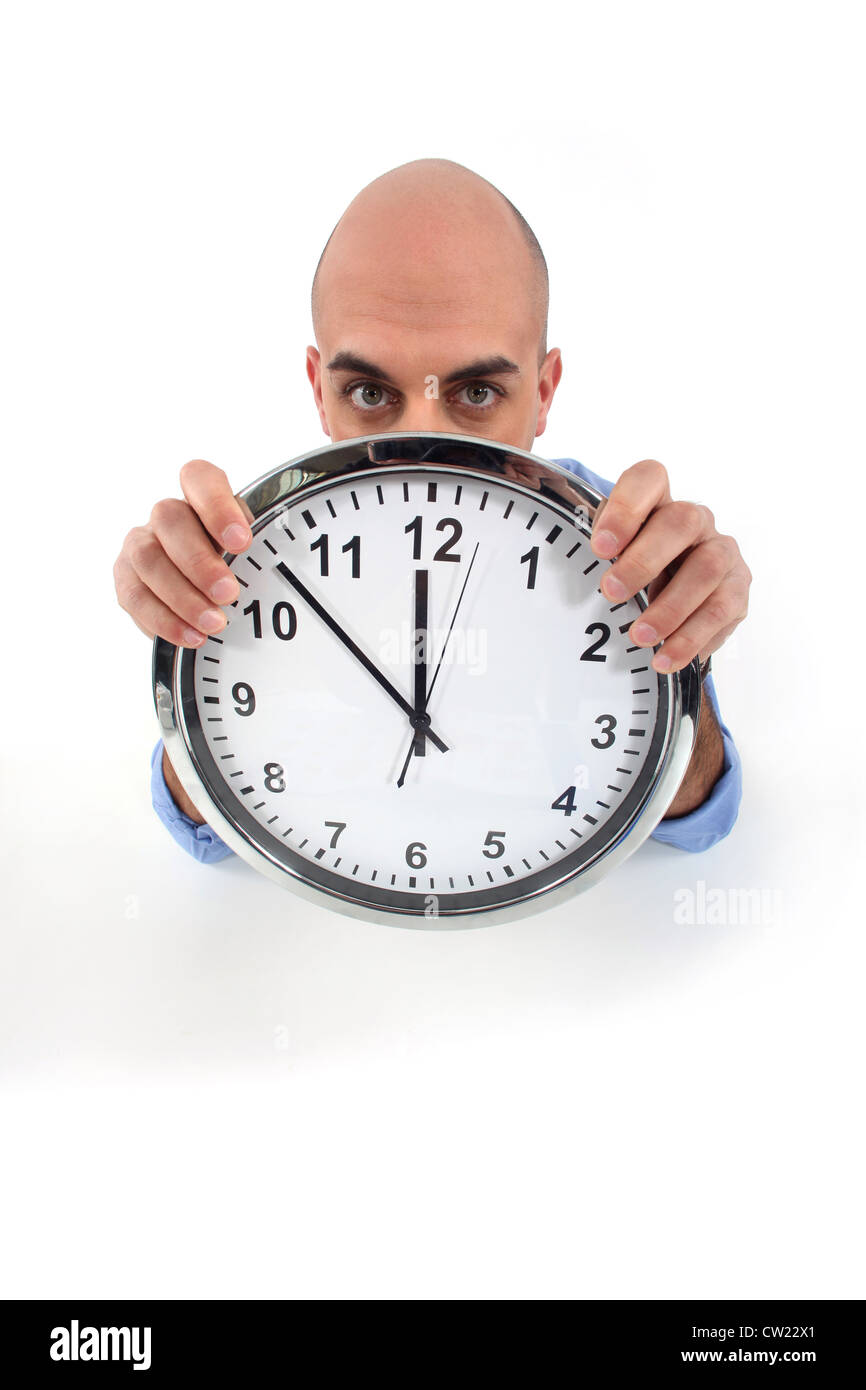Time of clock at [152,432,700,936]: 11:52
